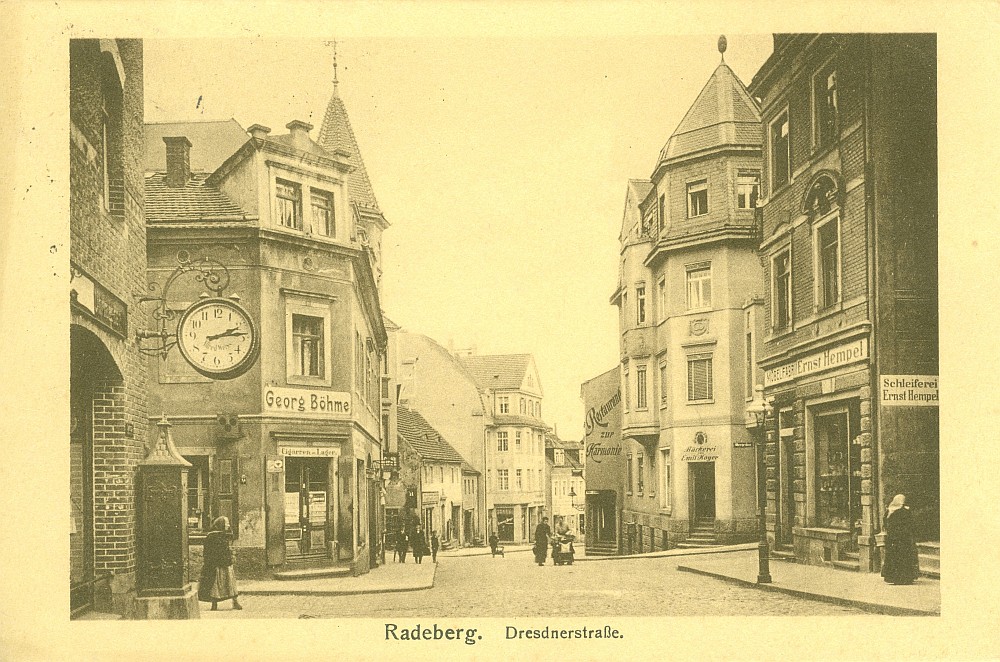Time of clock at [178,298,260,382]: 2:13
